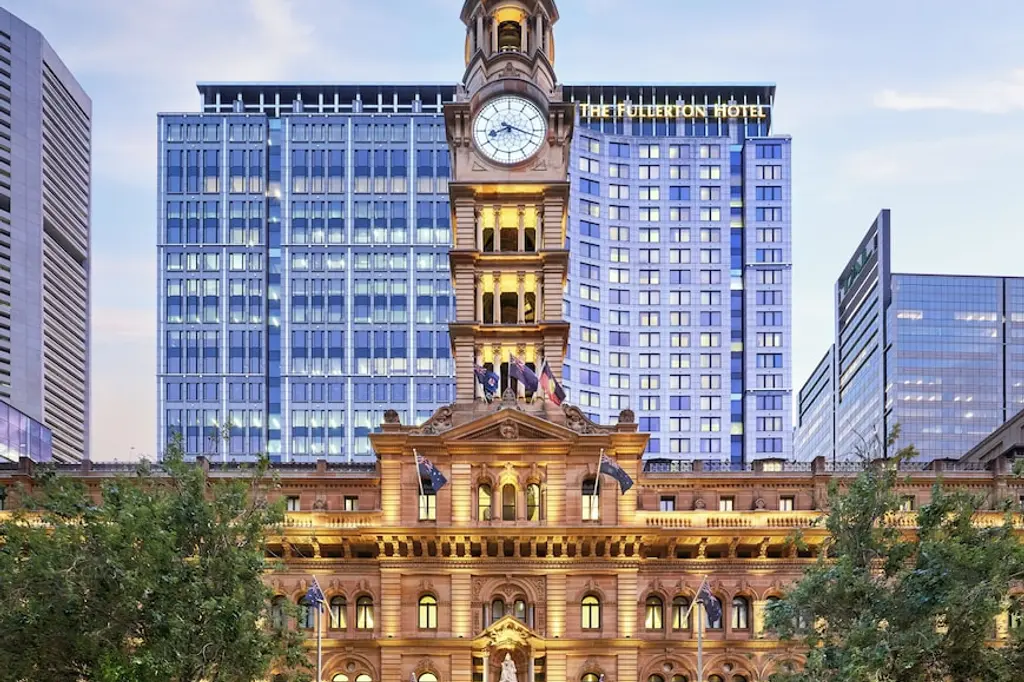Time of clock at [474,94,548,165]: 8:17
